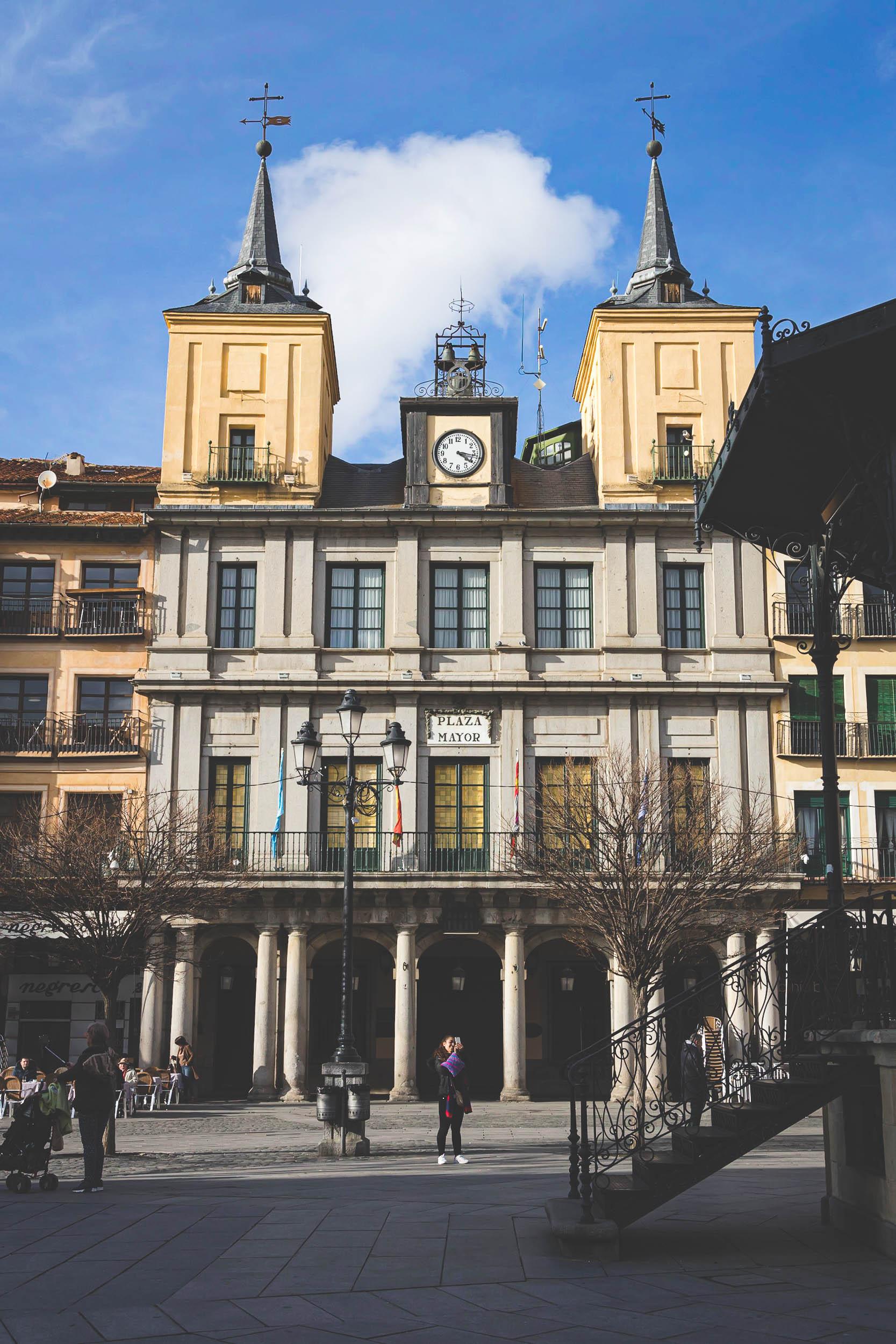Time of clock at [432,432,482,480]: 4:16
